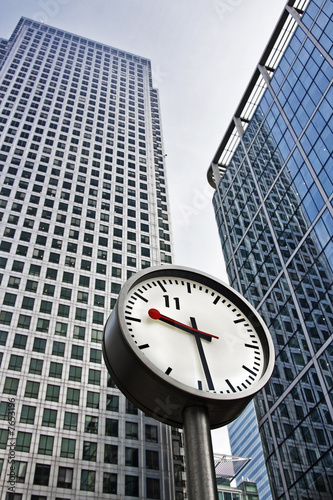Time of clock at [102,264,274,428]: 9:28
